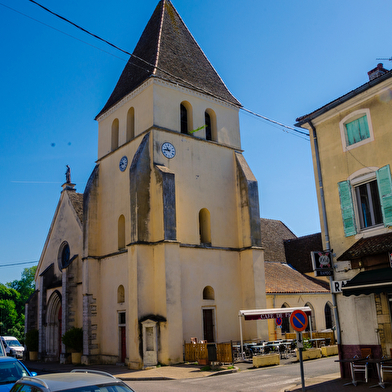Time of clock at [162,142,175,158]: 10:45
